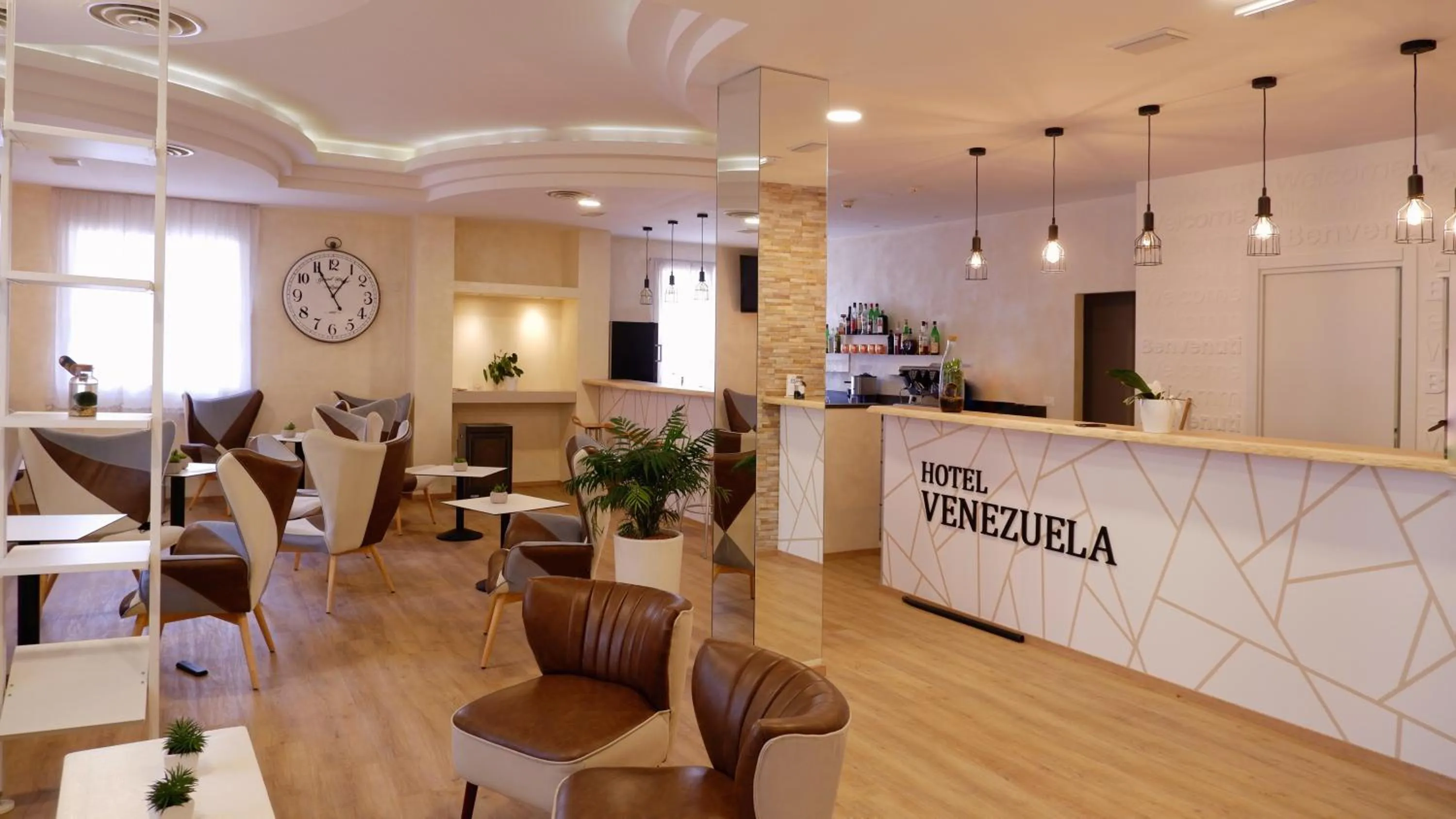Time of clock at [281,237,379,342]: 12:55
